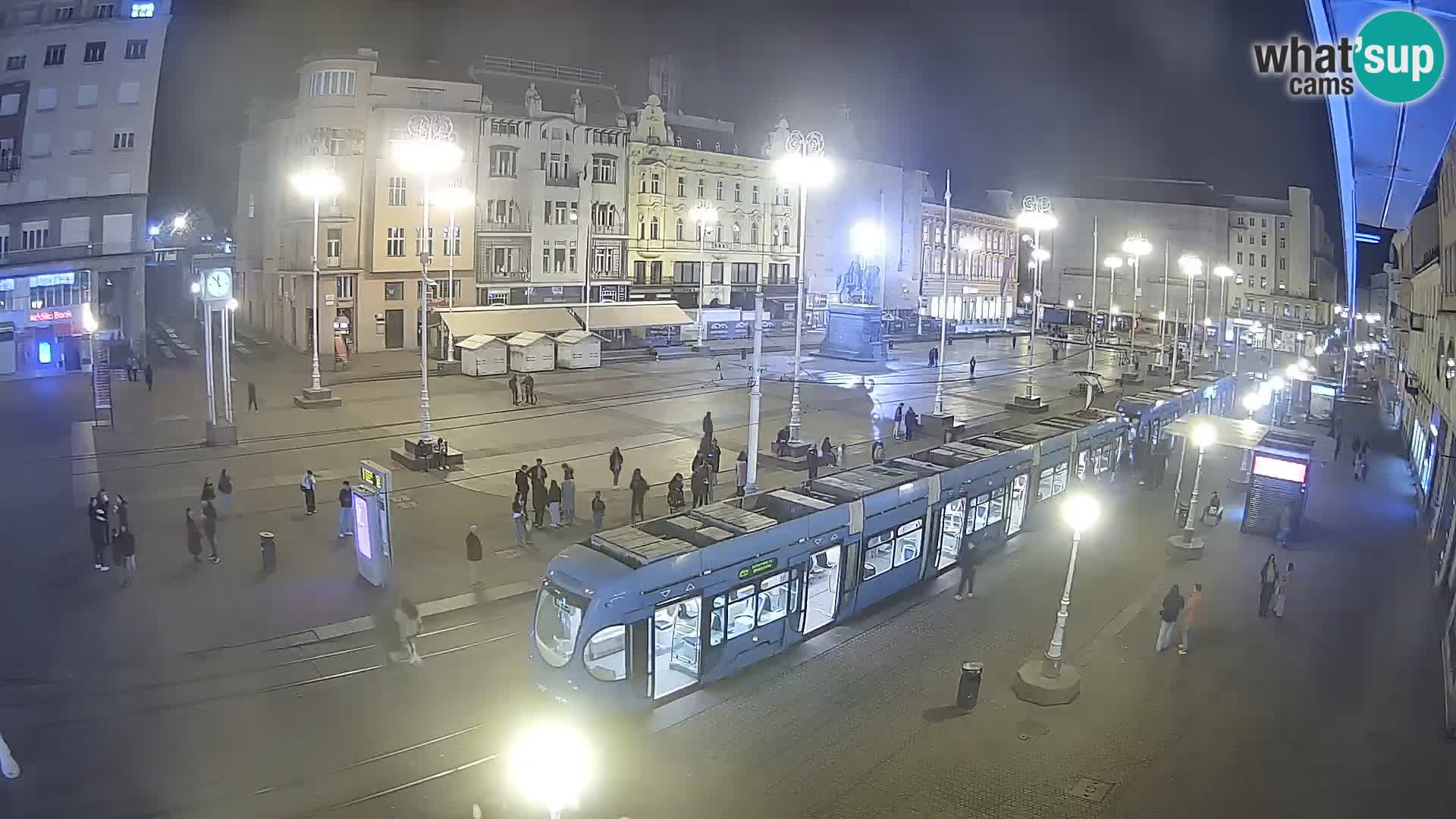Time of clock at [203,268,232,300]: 11:52
